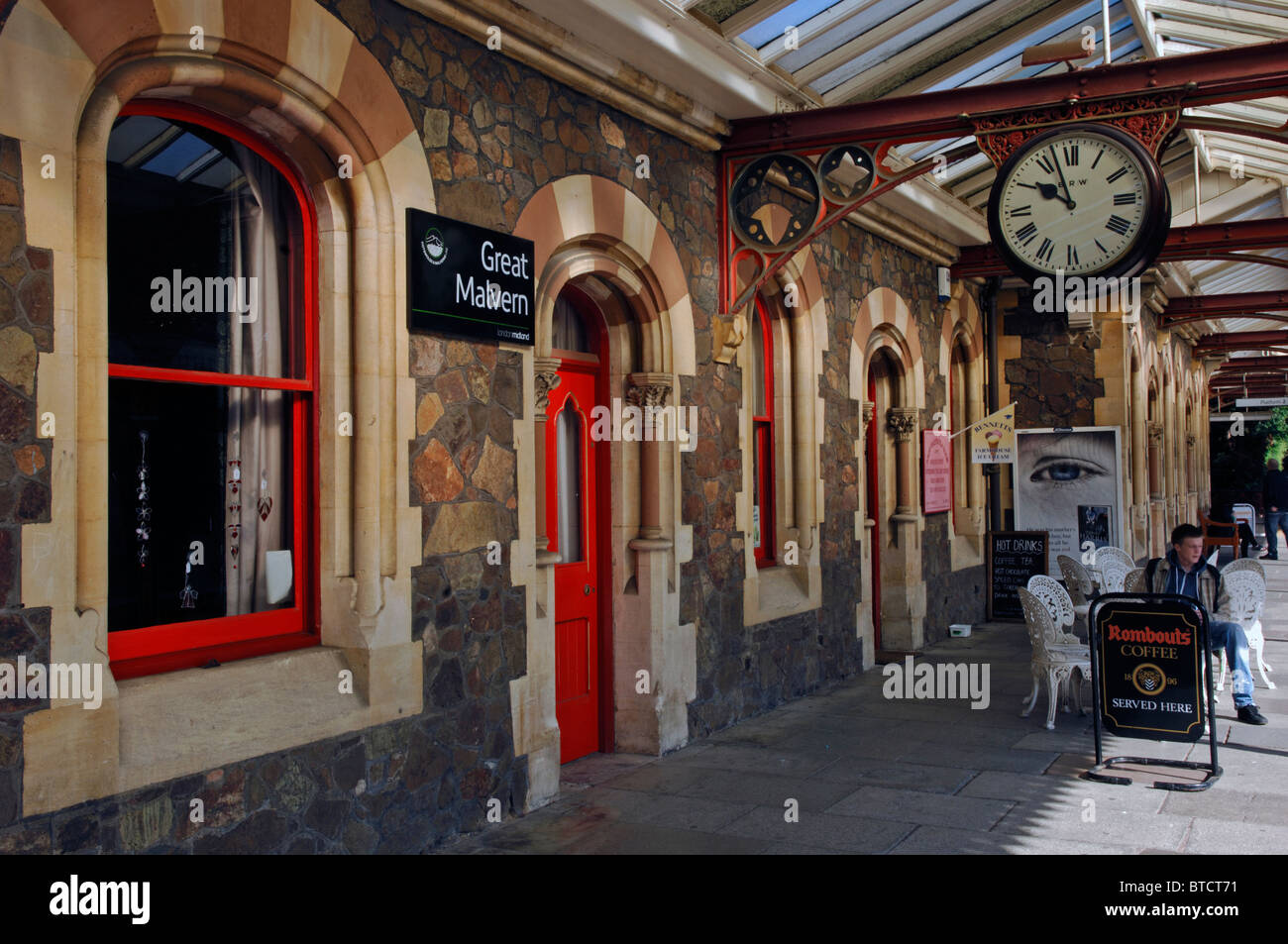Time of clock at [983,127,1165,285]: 9:57
